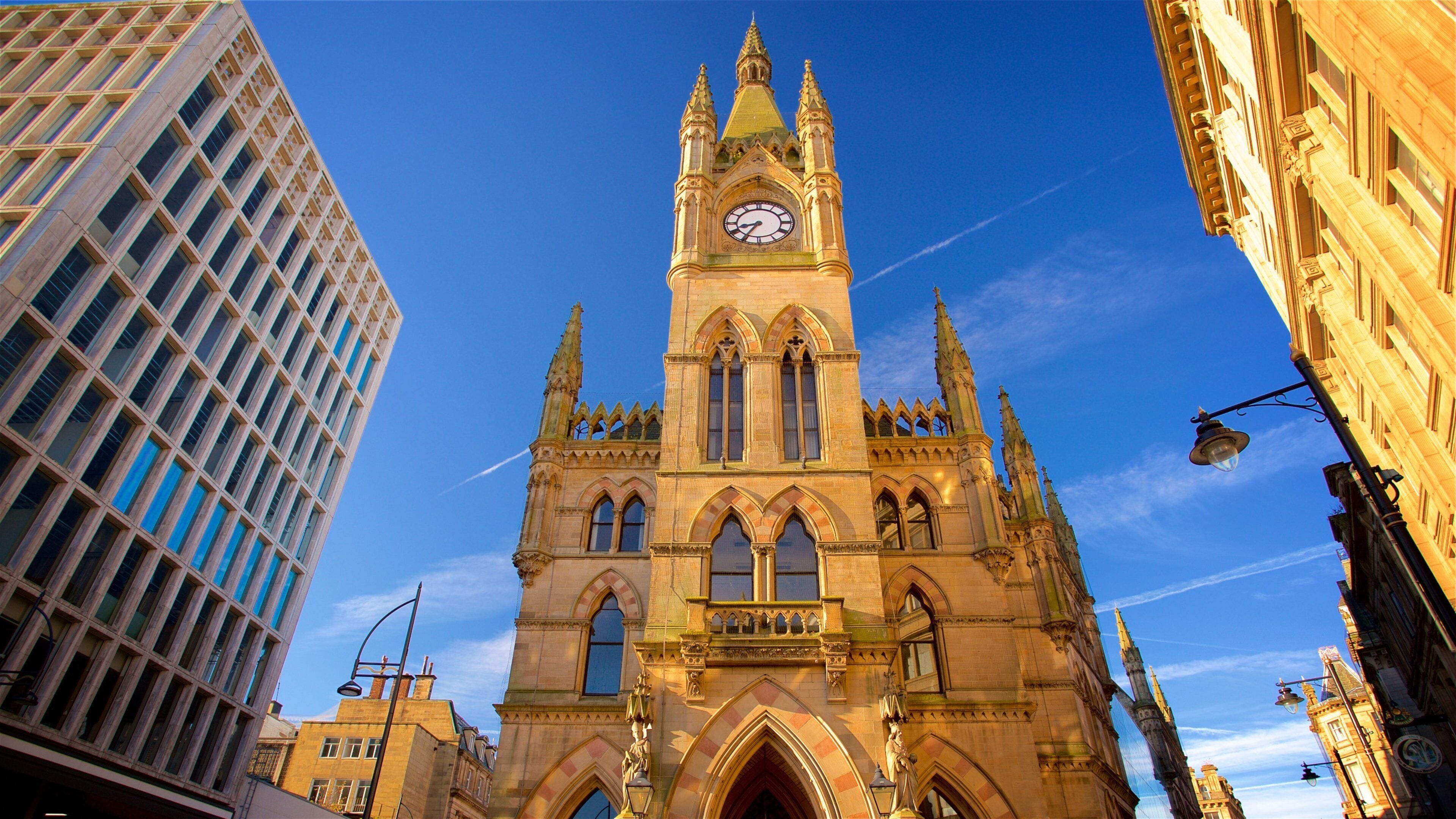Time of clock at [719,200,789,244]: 8:35
